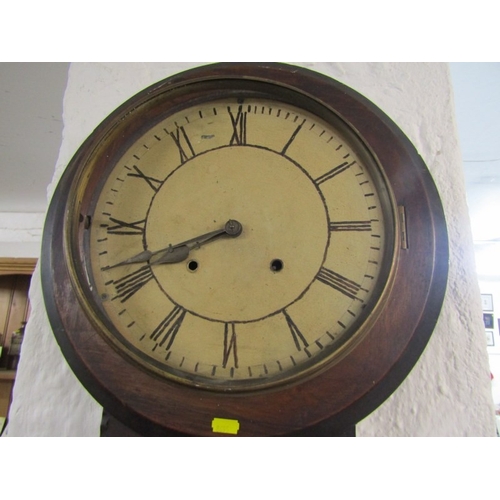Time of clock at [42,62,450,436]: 7:41
